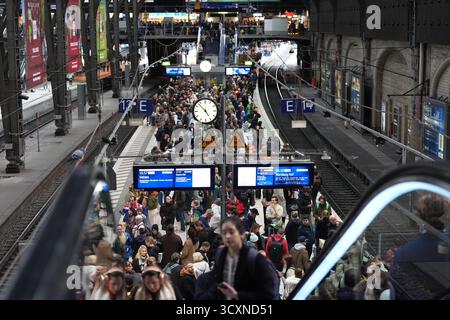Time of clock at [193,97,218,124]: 4:52
